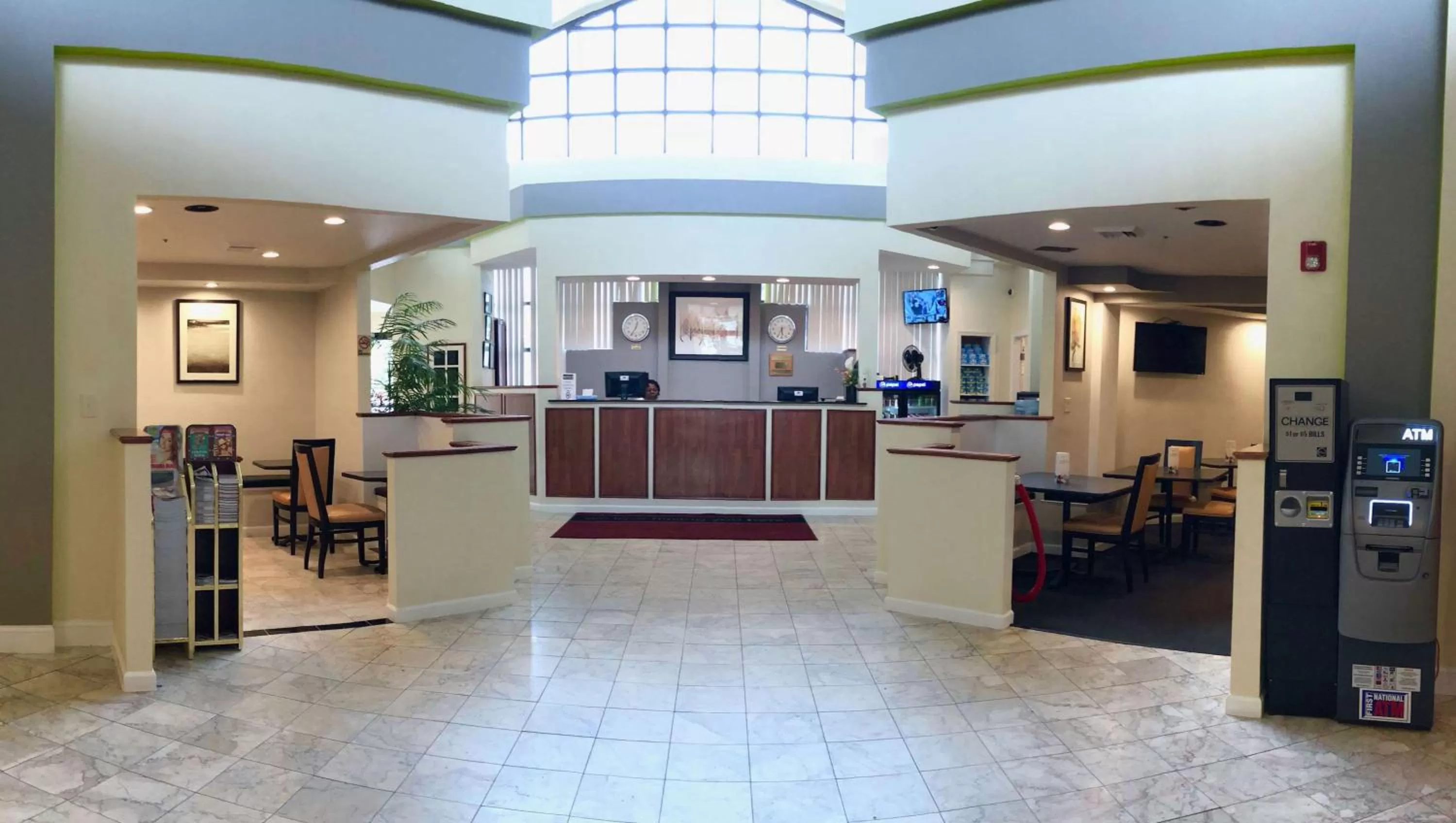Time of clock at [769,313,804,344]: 5:34
